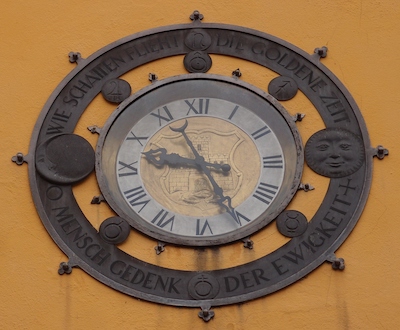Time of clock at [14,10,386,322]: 9:25
